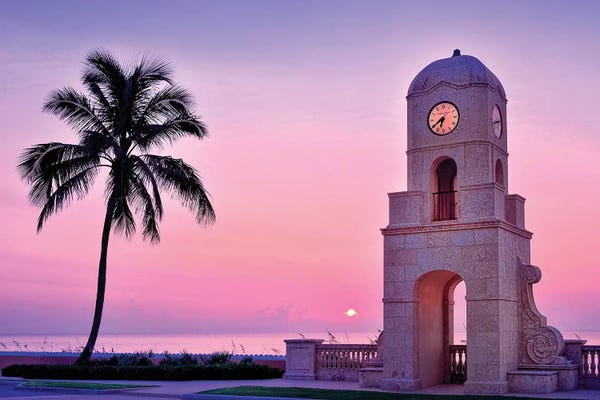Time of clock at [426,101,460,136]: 6:39
